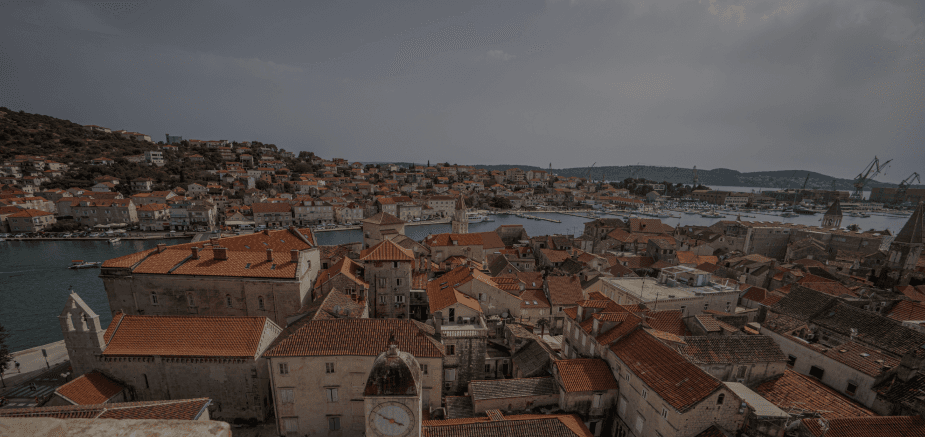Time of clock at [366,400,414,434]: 3:50
